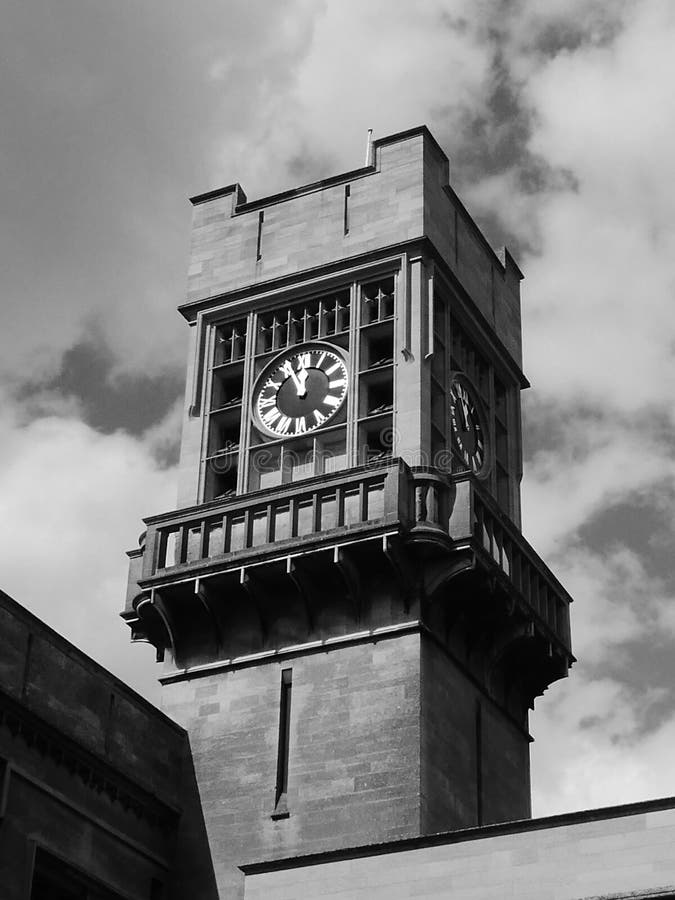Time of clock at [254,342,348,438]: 11:55
